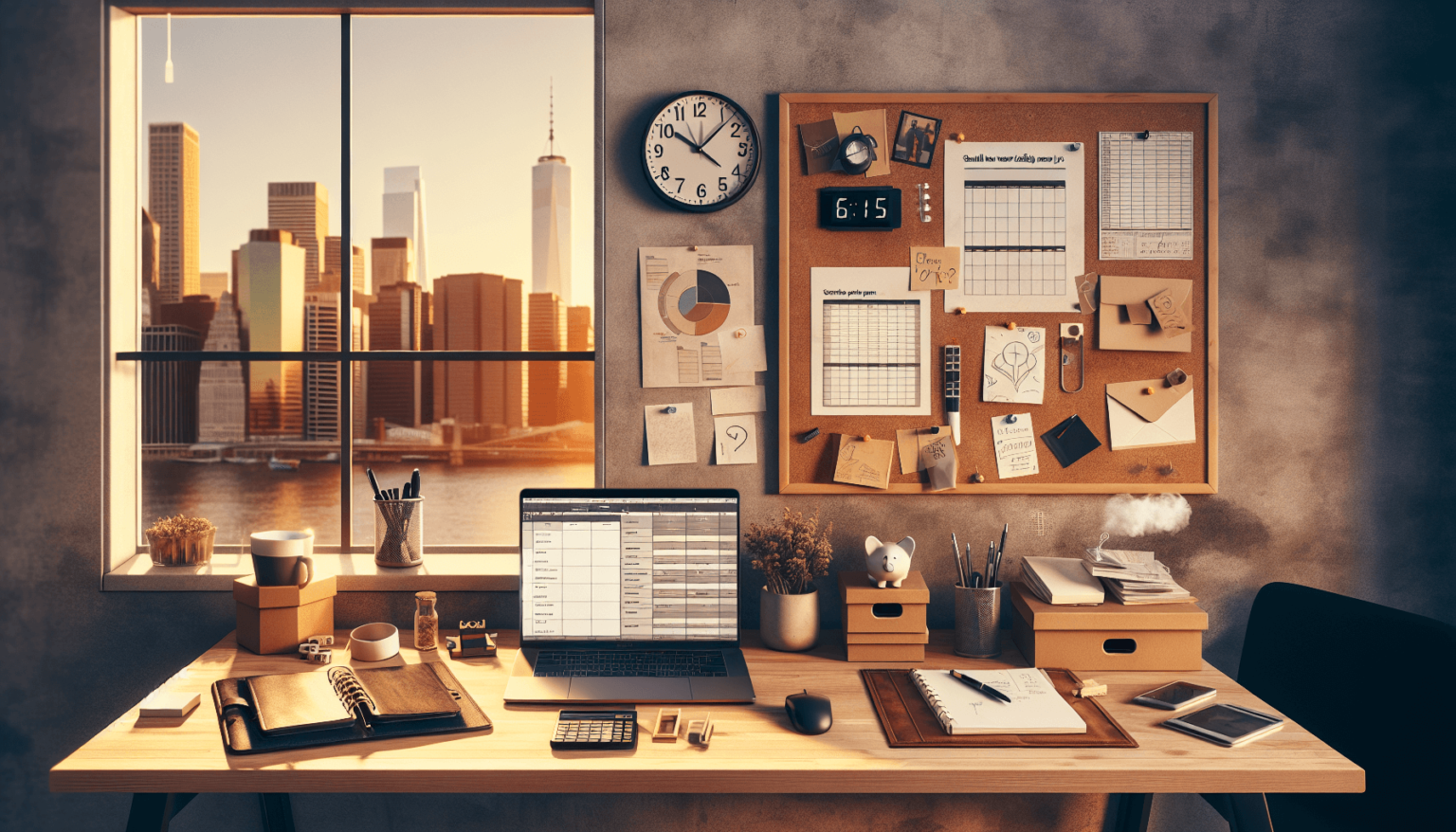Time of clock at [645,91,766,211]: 10:07
